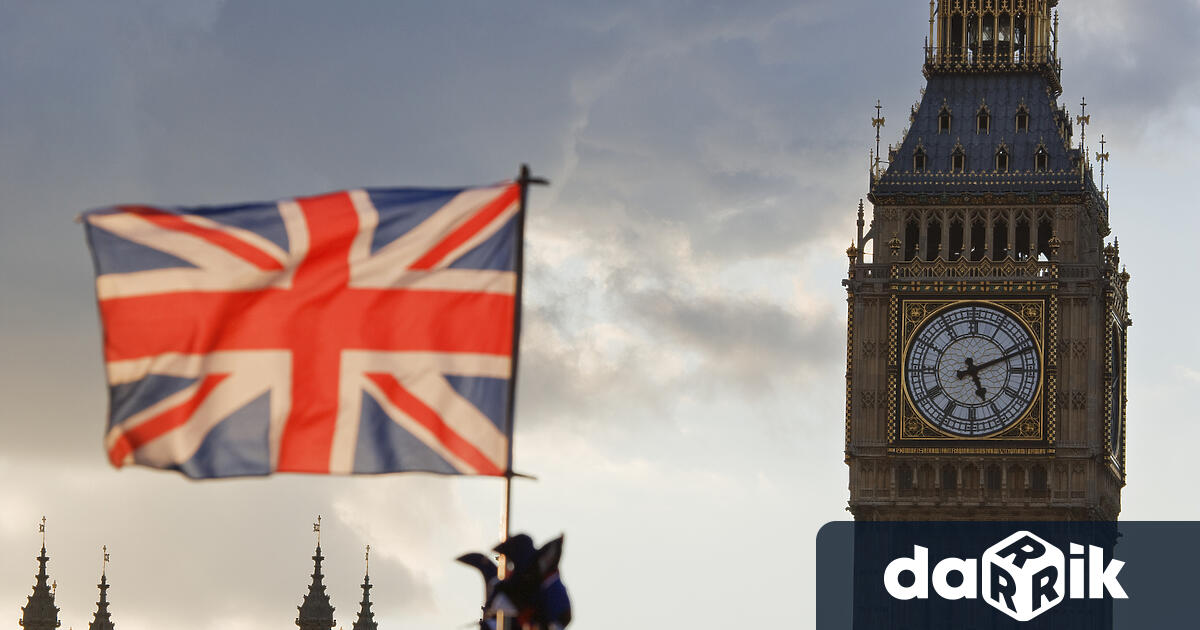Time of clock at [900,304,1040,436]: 5:11
